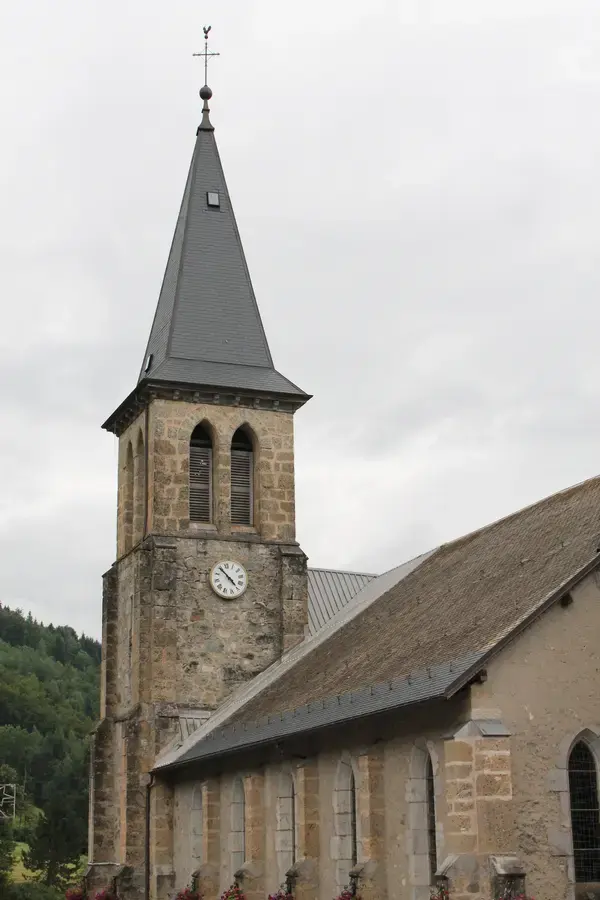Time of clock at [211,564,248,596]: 4:54
